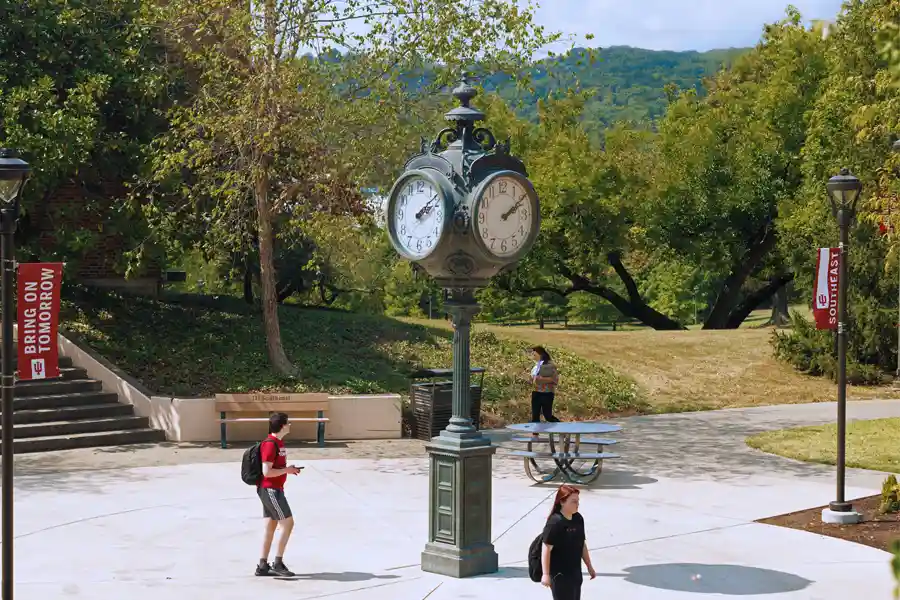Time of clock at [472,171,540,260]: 2:09
